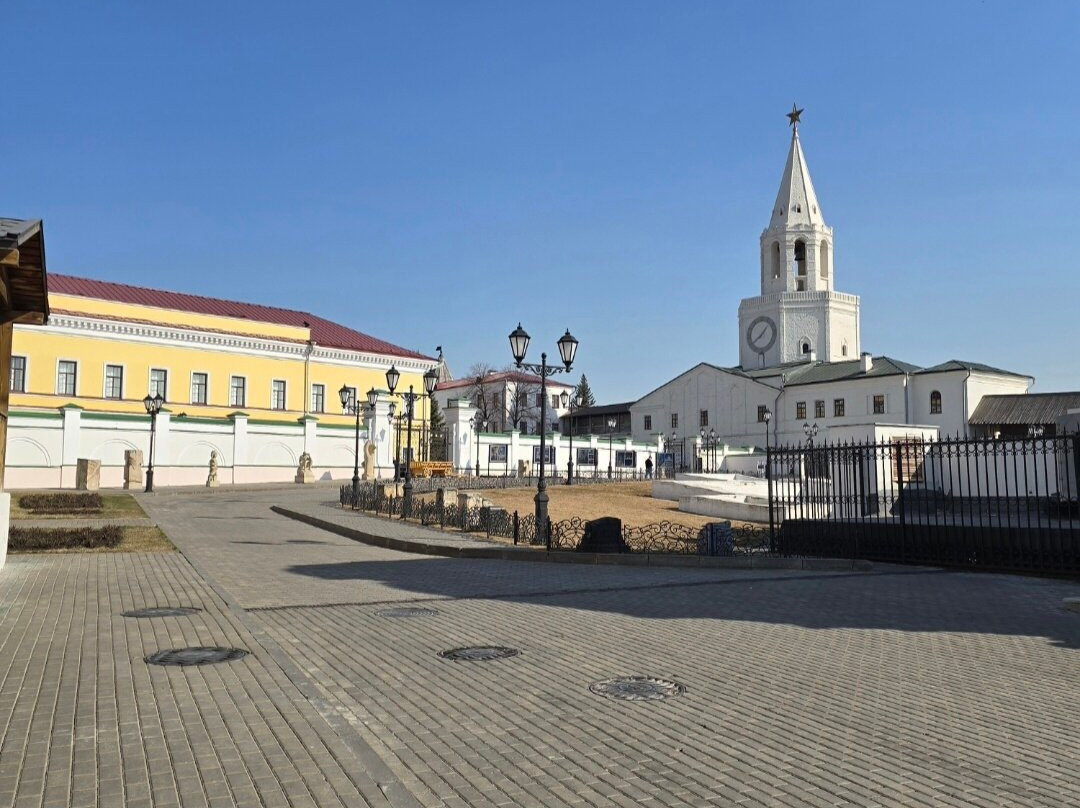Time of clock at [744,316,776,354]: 1:39
